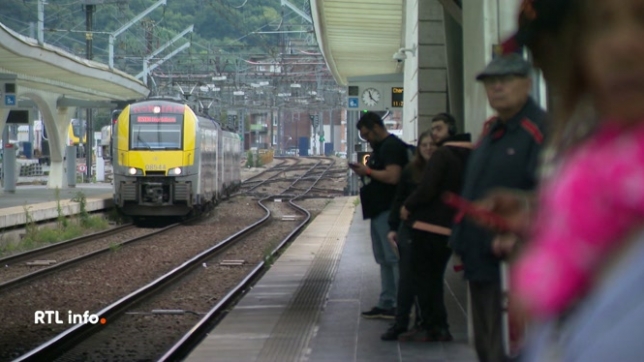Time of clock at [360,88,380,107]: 11:21
